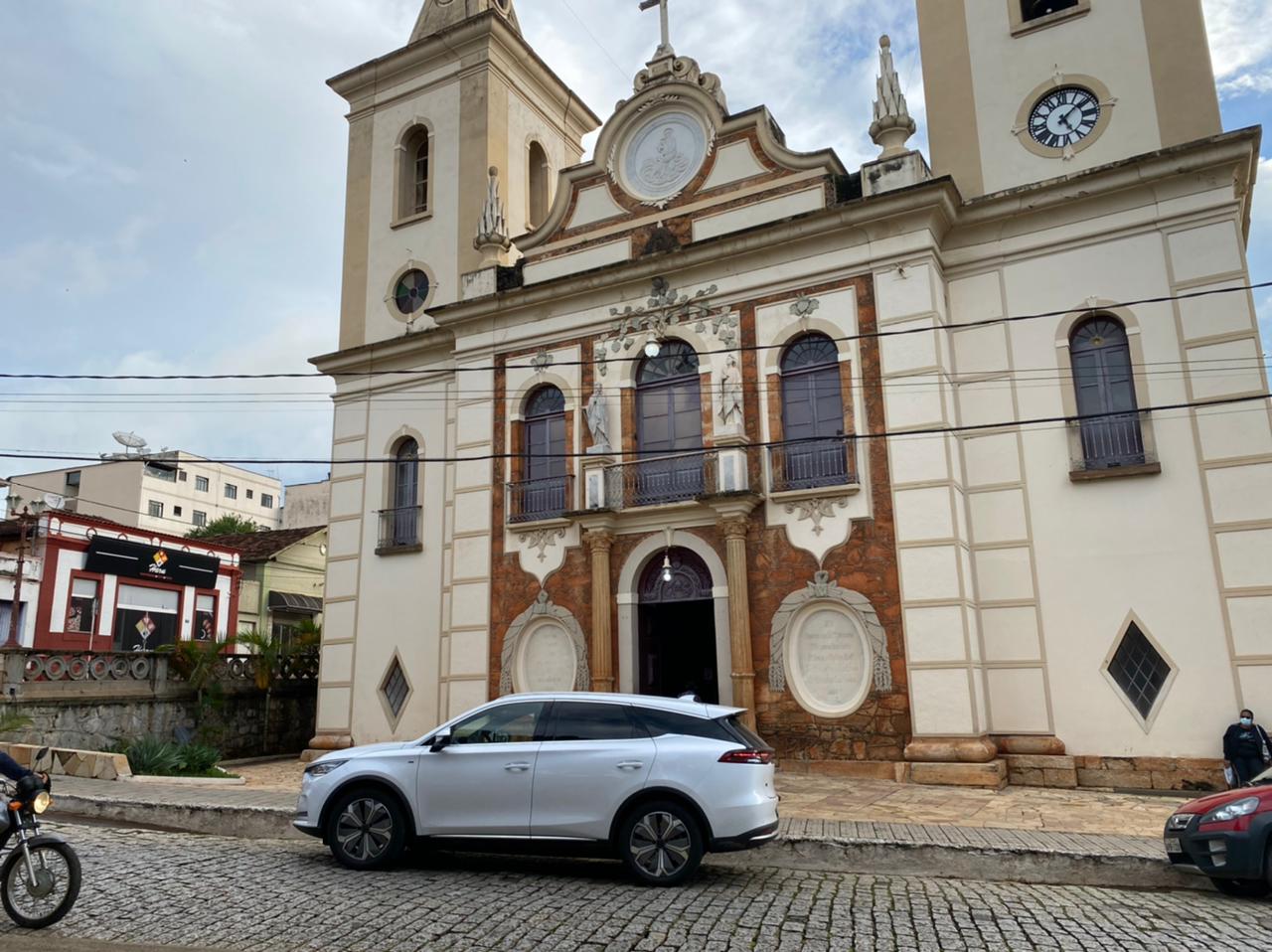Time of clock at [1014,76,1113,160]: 5:08
